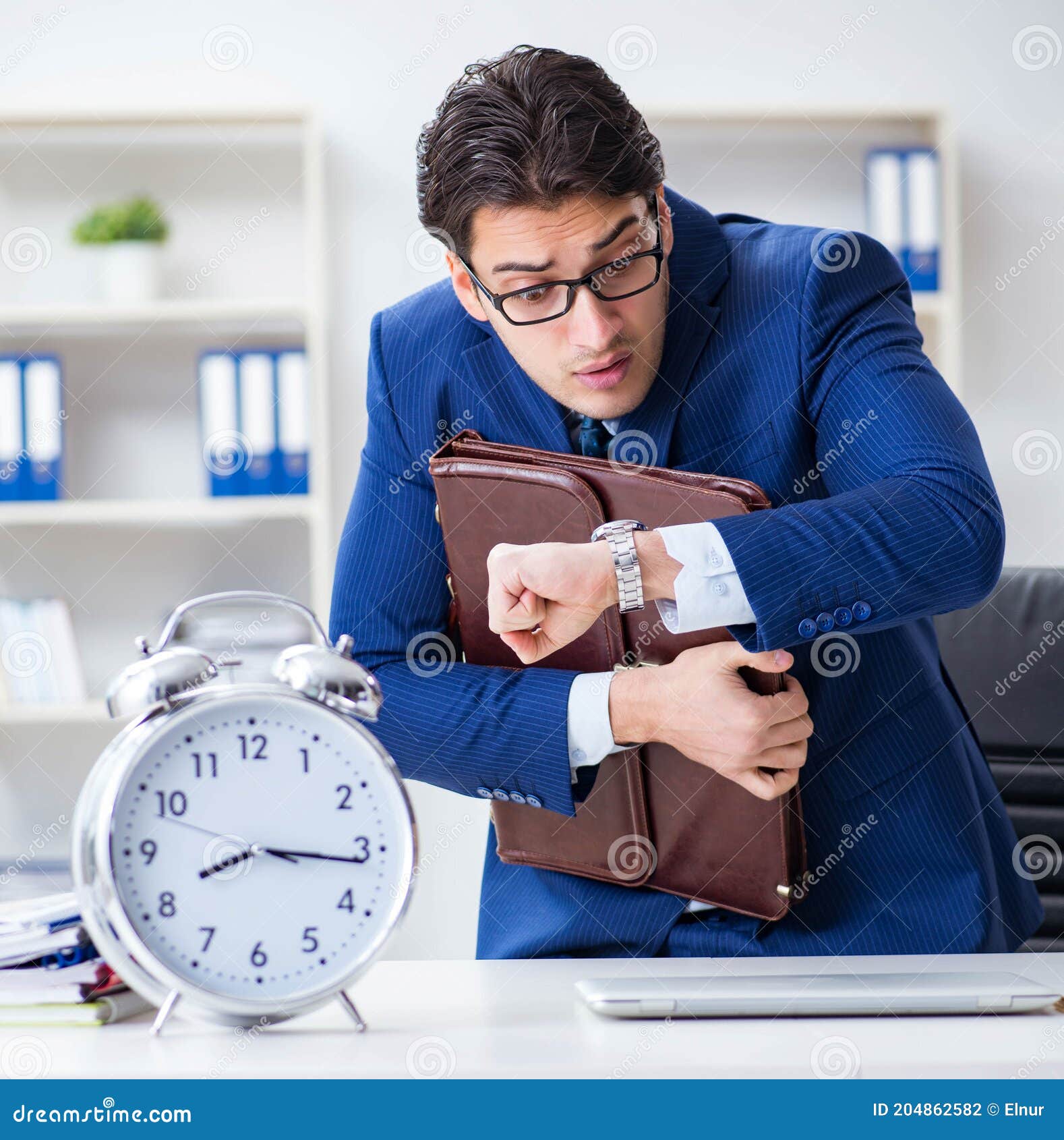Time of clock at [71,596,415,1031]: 8:15
